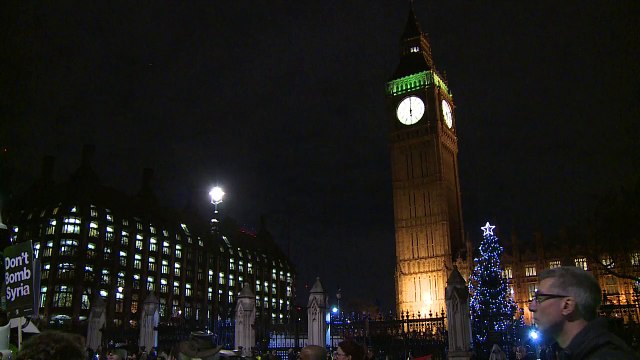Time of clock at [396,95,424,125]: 6:00
